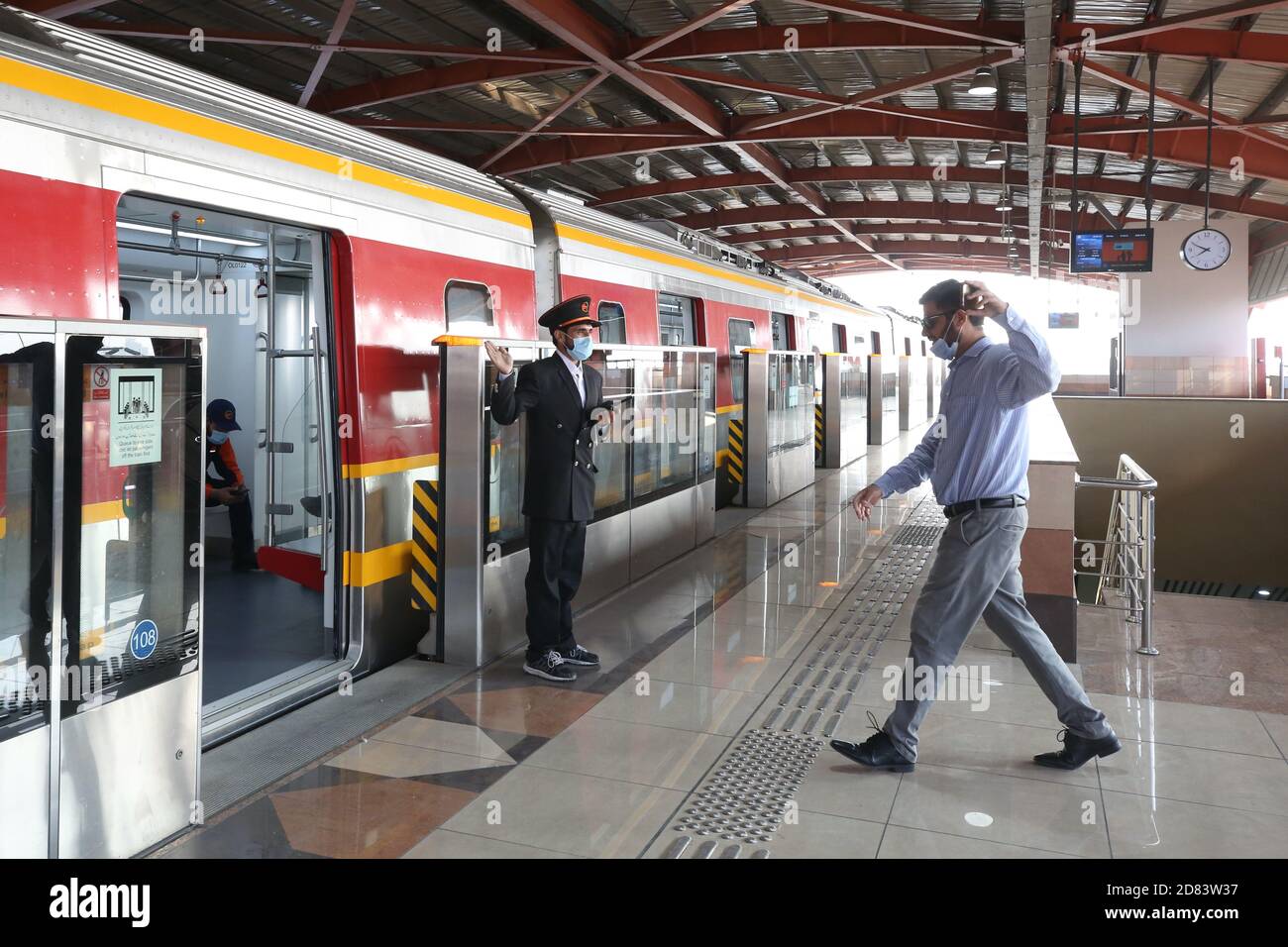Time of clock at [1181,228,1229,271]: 7:49
